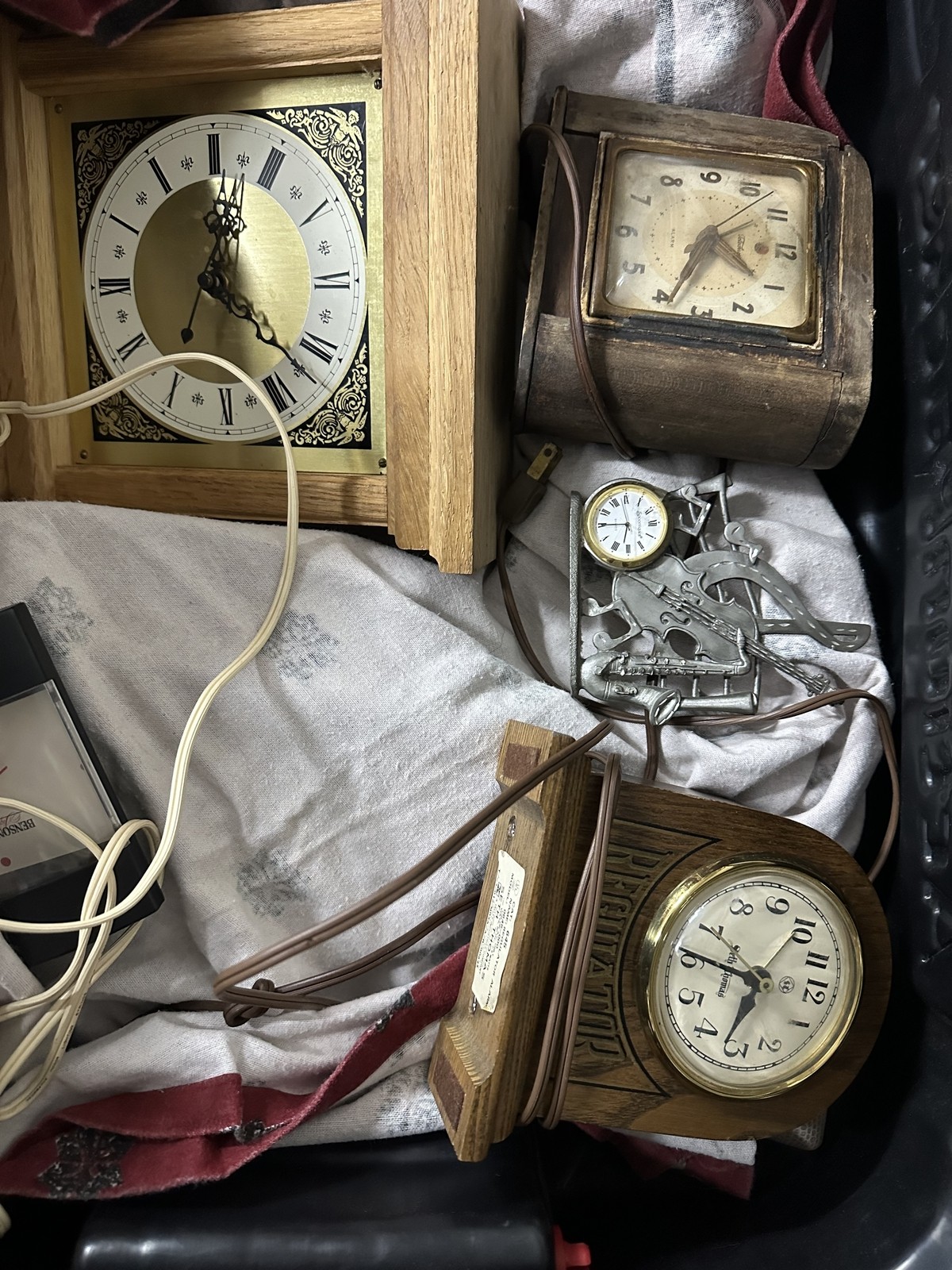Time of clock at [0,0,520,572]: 12:21
